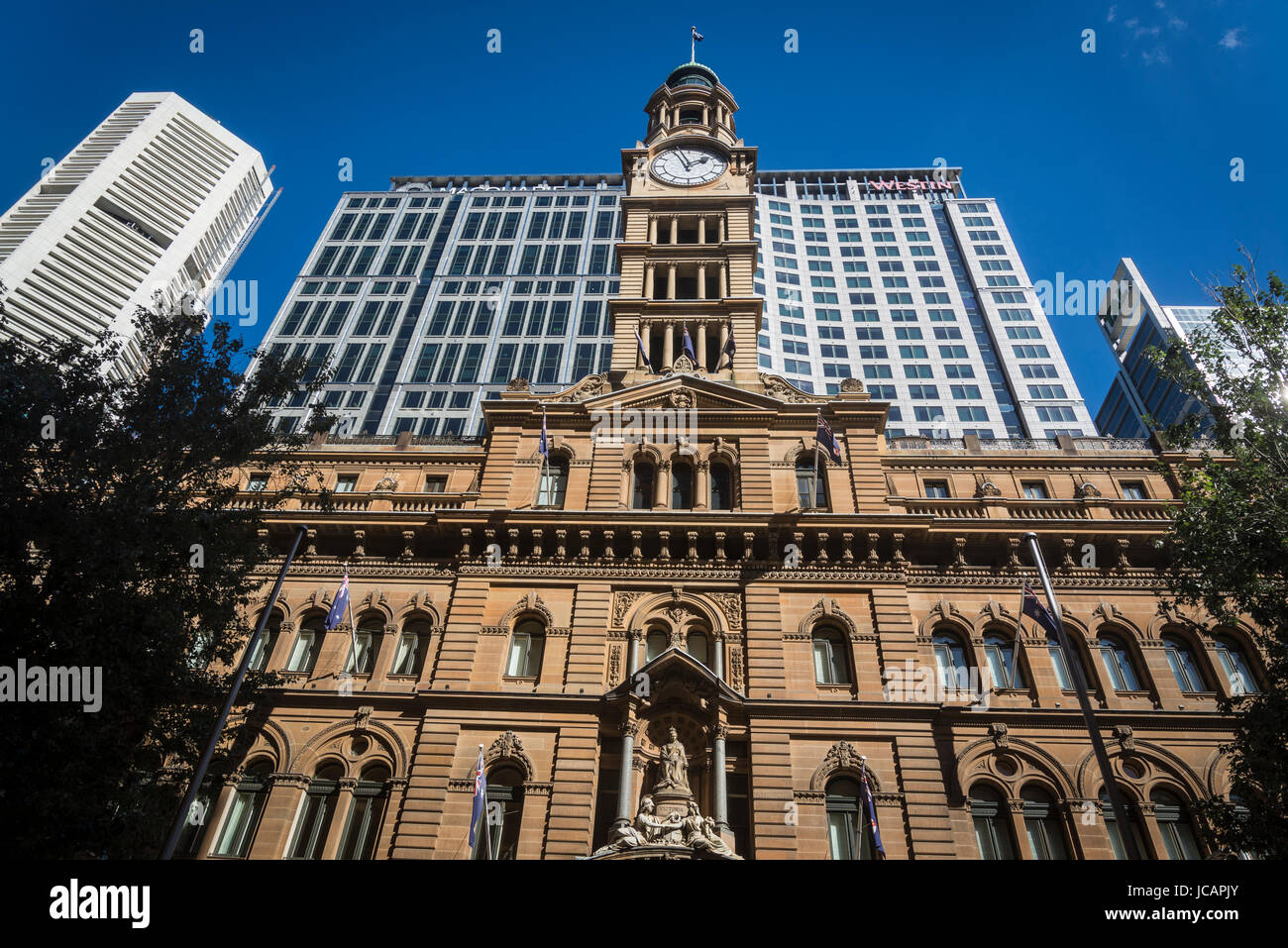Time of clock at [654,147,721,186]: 1:56
